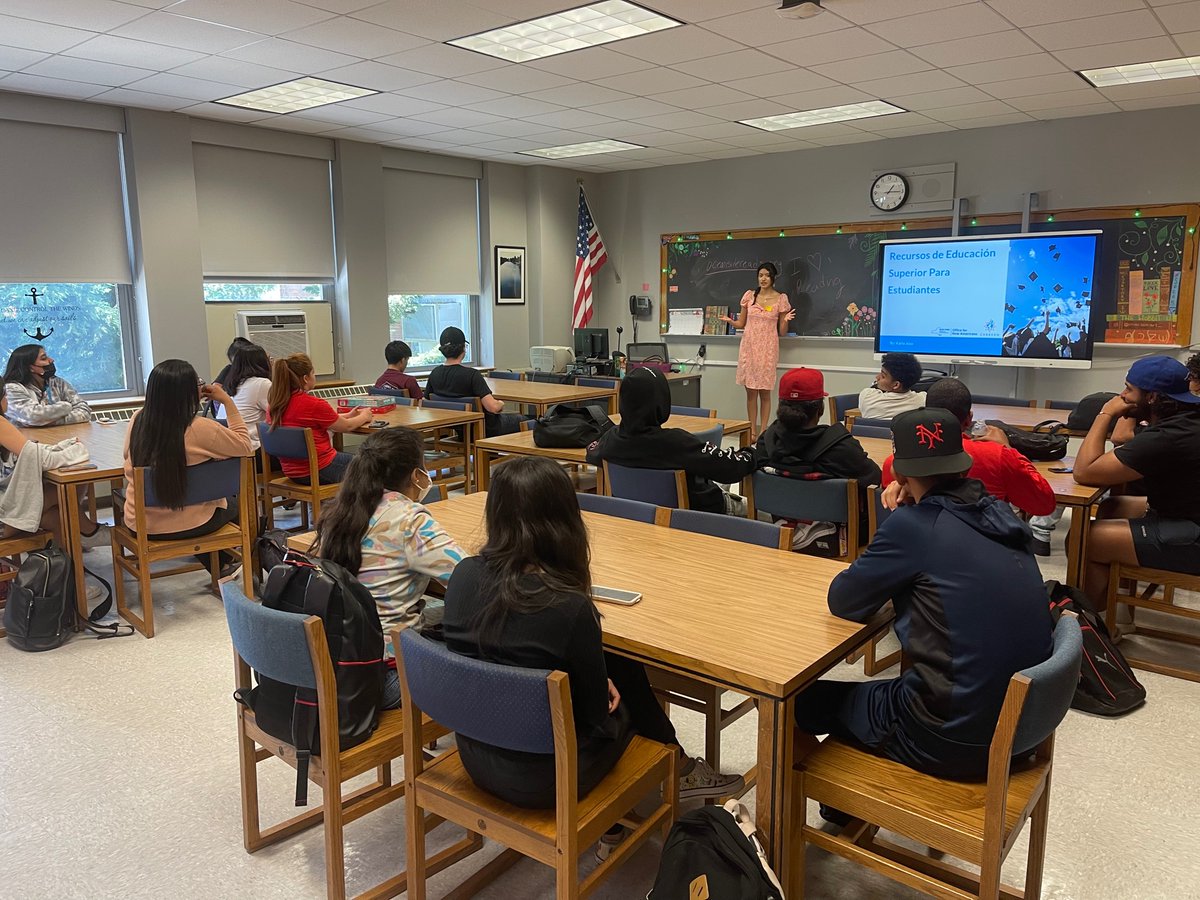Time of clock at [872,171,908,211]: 1:14
